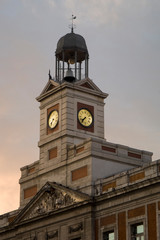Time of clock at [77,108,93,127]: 7:37
